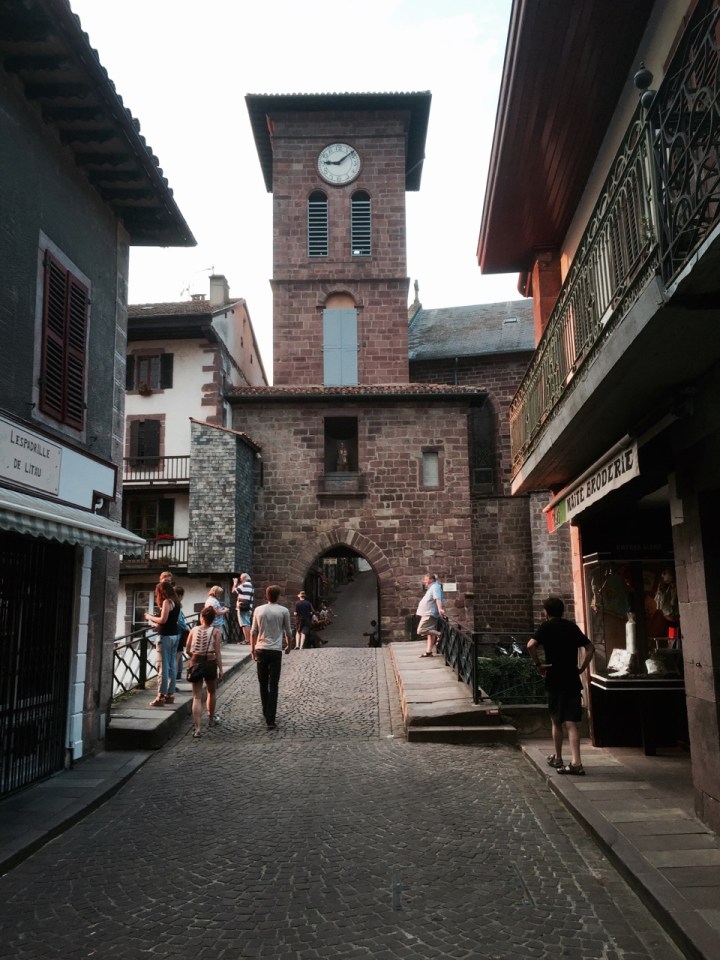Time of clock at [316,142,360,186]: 9:08
